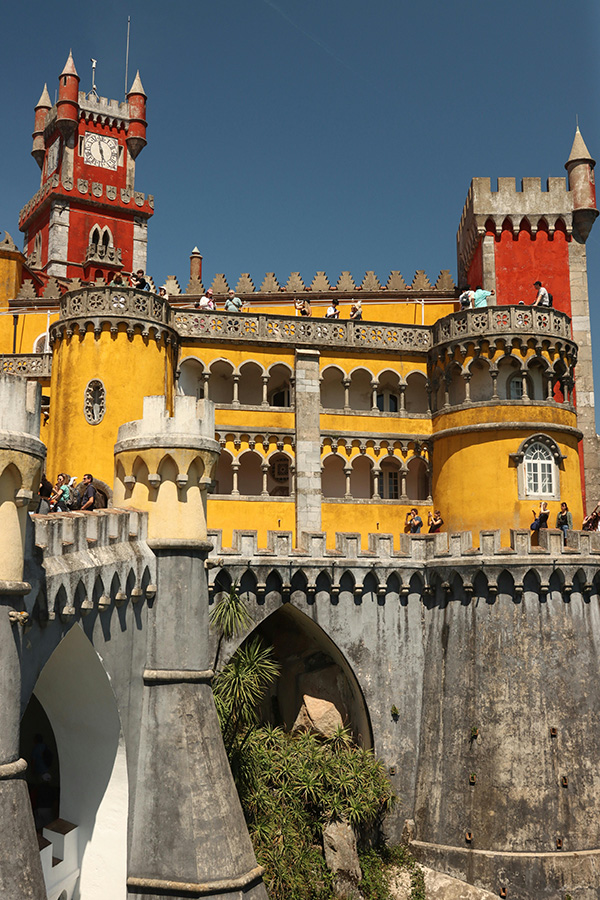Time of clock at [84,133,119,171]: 5:58
